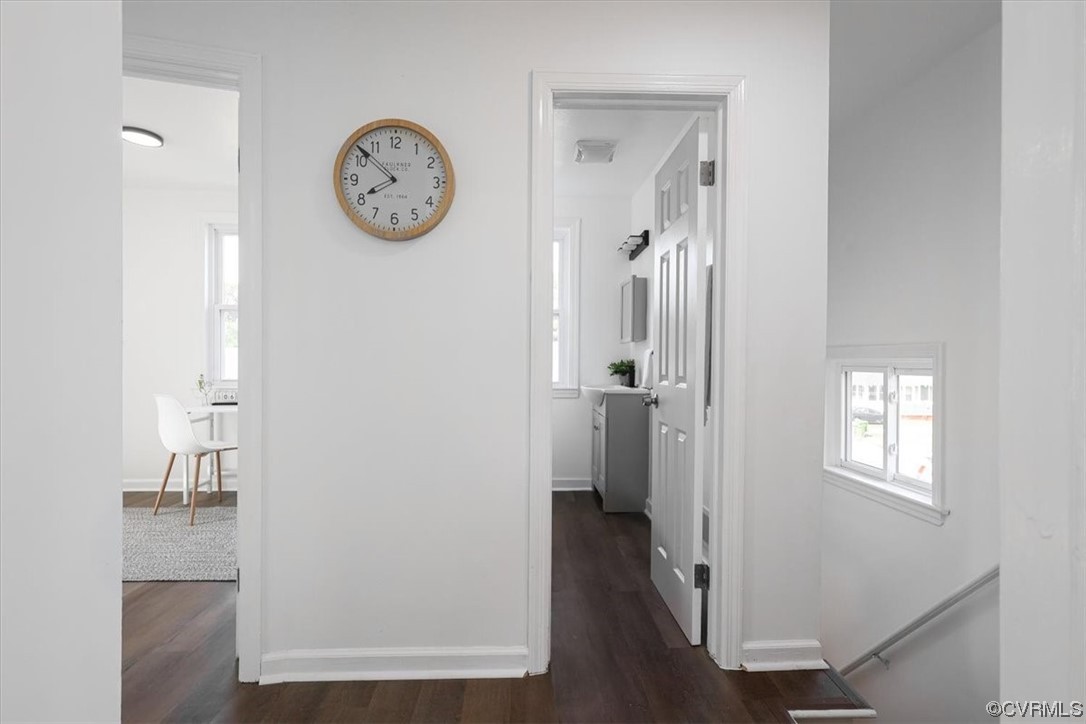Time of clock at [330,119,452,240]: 7:51
